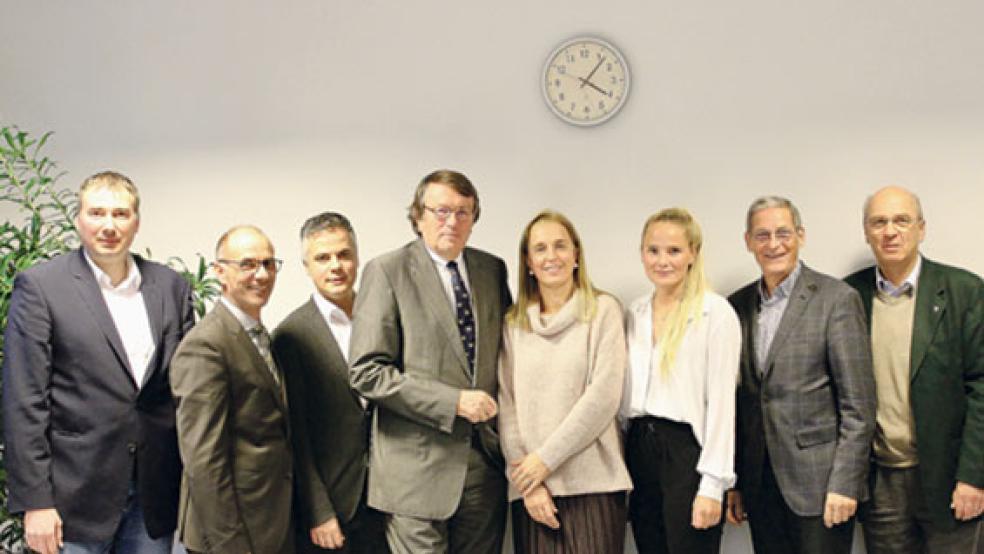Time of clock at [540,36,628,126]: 4:06
